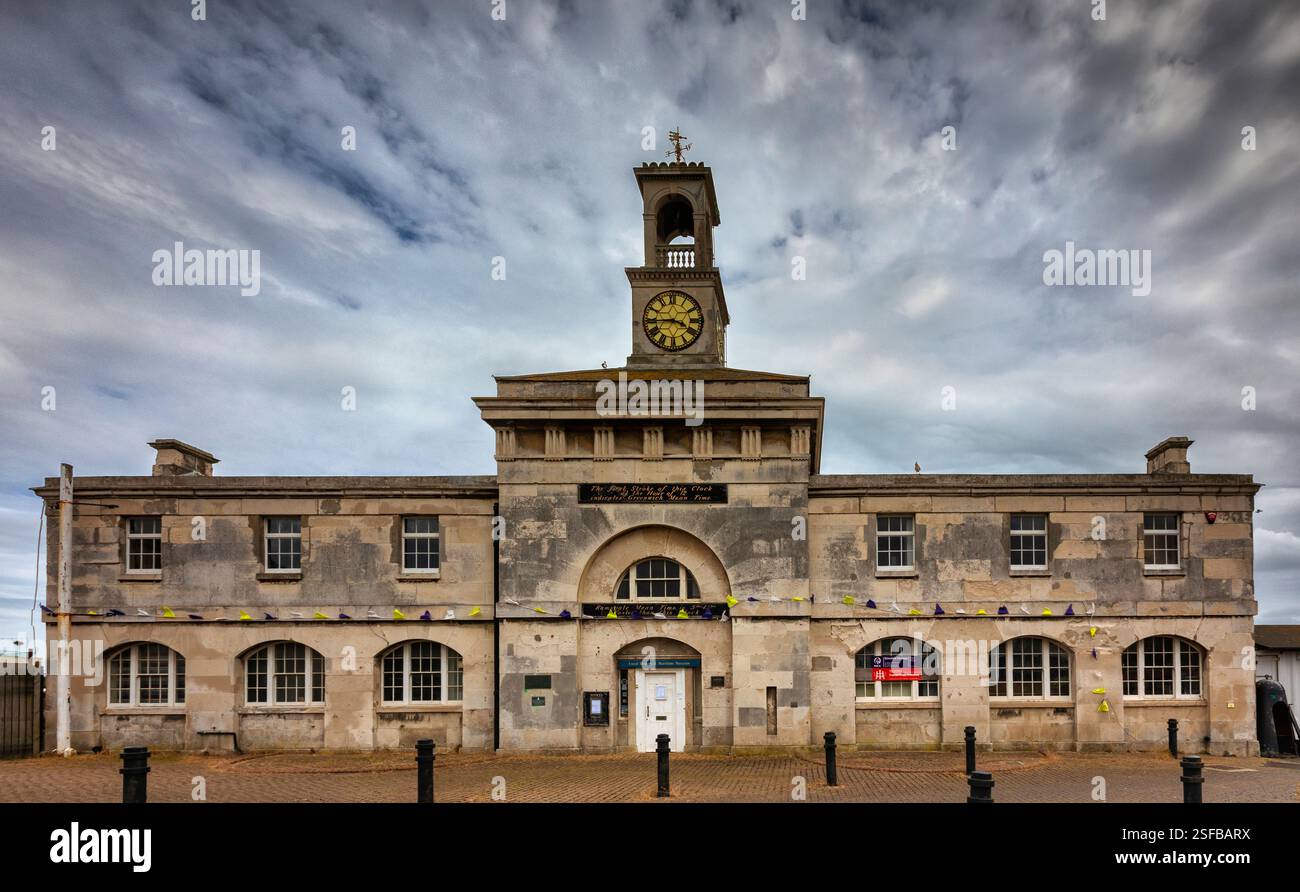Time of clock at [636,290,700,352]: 3:44
